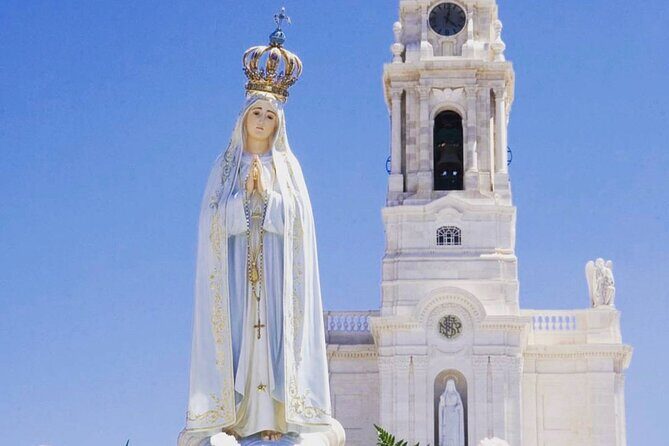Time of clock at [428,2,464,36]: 12:22
